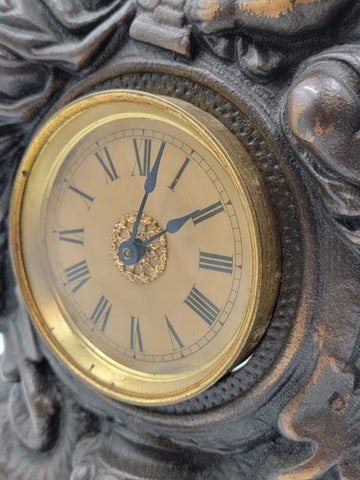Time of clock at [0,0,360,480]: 2:02
